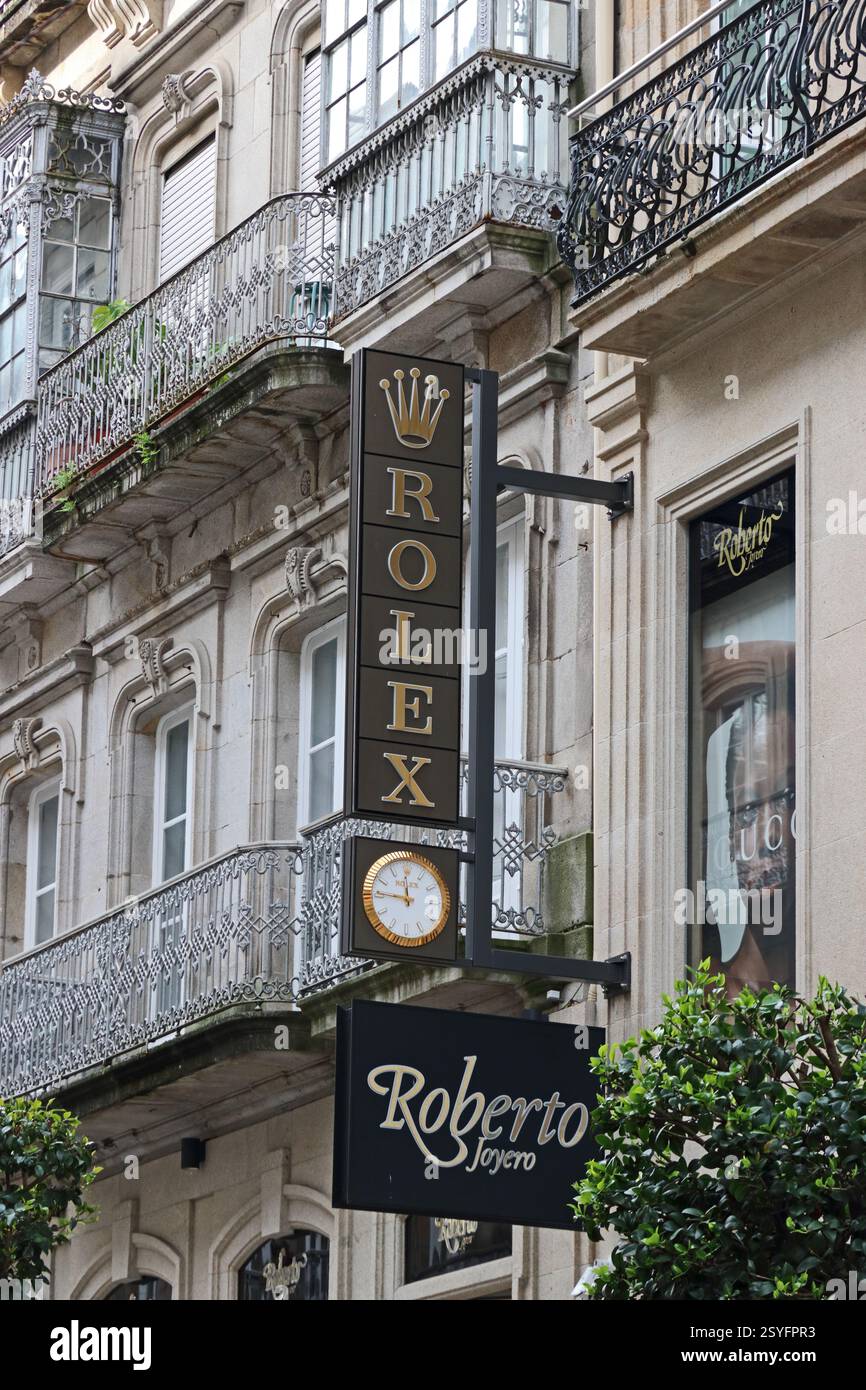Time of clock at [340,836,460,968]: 11:45
